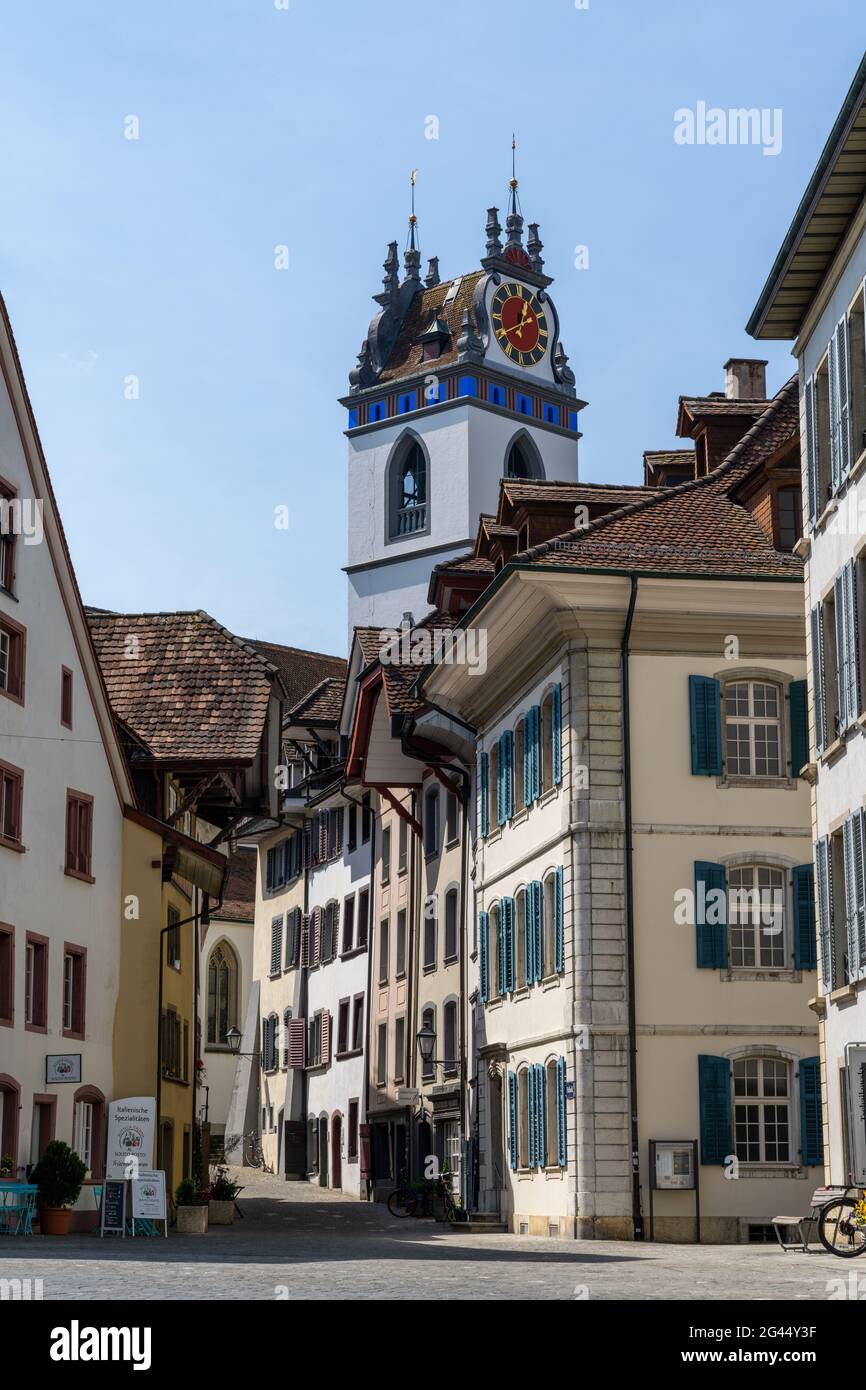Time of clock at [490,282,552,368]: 12:40
